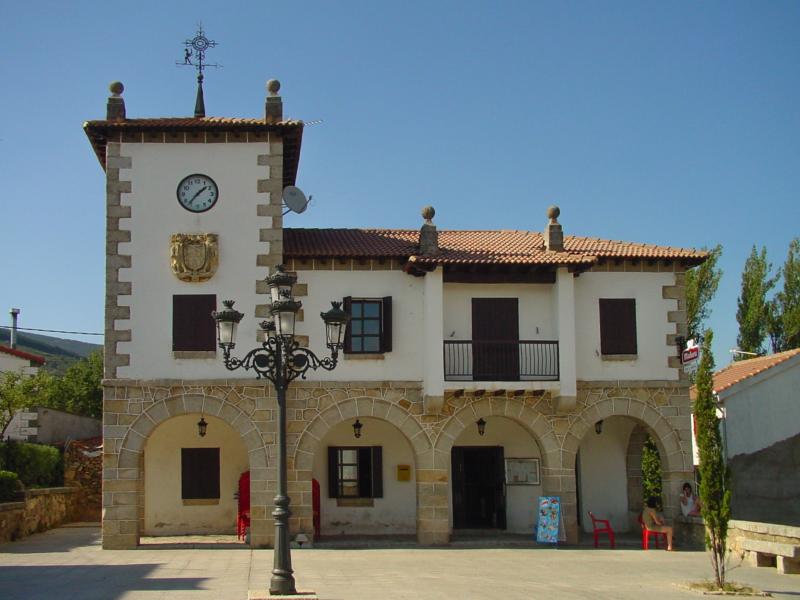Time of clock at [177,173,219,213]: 1:36
